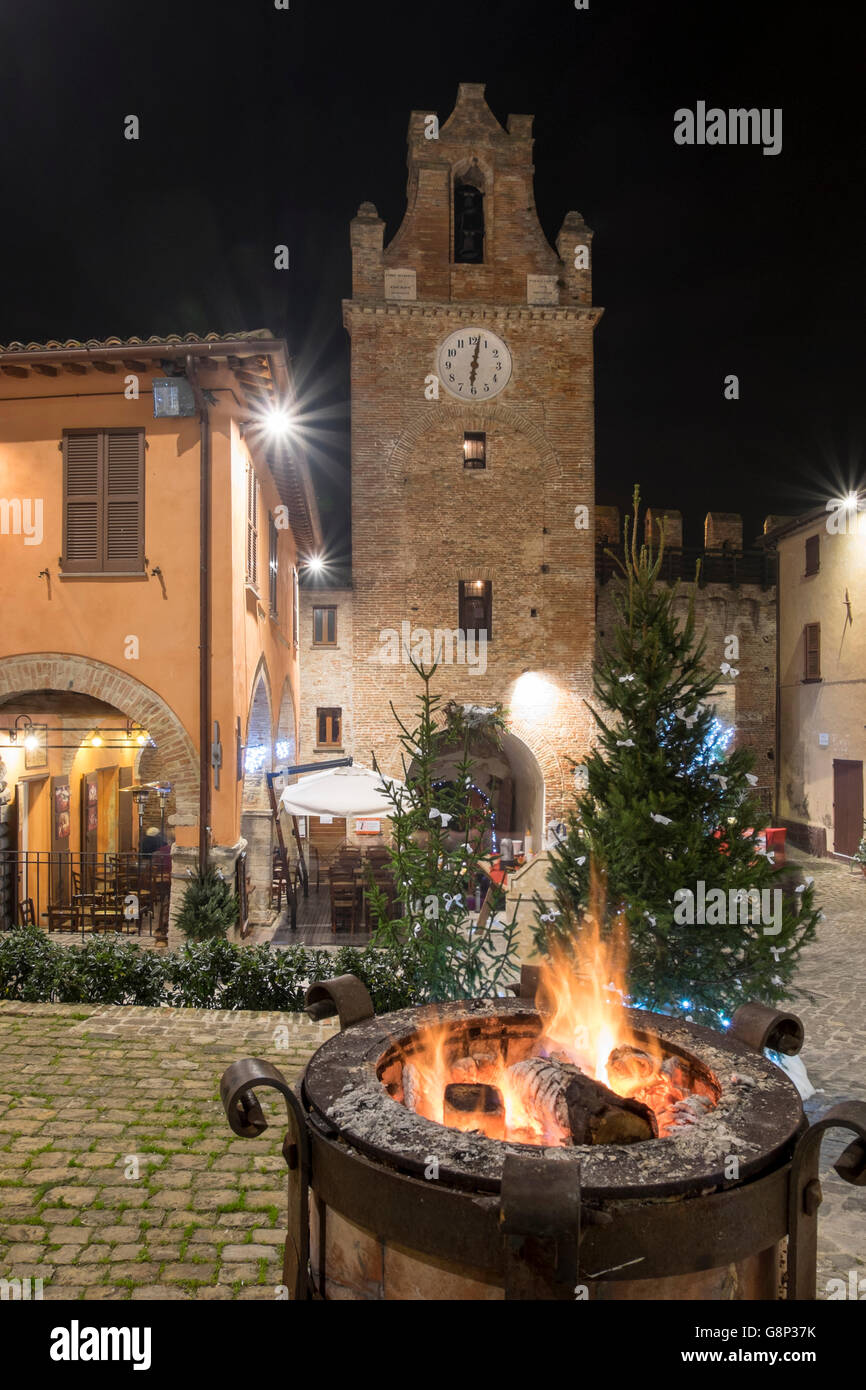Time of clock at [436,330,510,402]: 6:02
